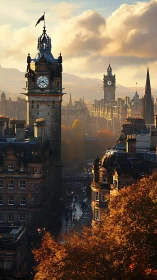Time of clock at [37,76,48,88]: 8:21
